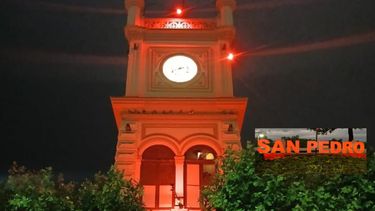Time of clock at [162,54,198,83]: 2:40
